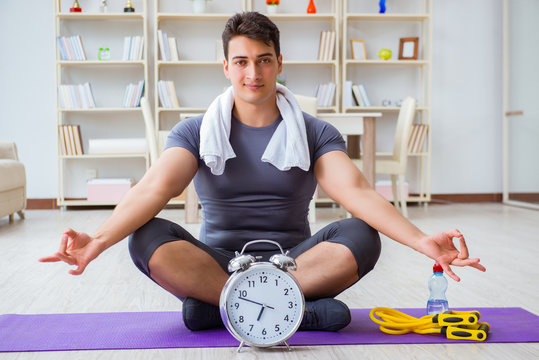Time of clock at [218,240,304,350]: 6:47
